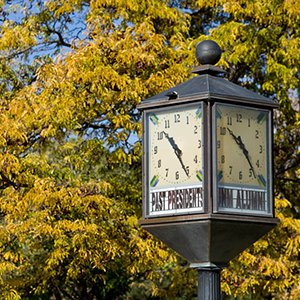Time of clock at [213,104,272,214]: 10:23
